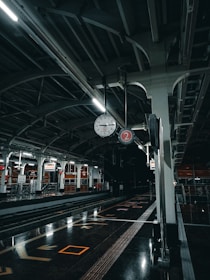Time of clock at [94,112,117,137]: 9:14
